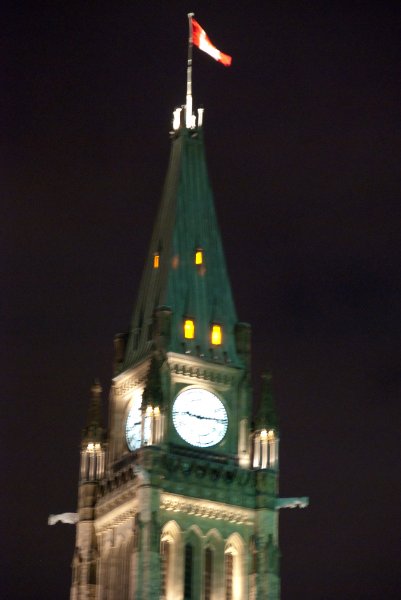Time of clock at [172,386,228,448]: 9:14
